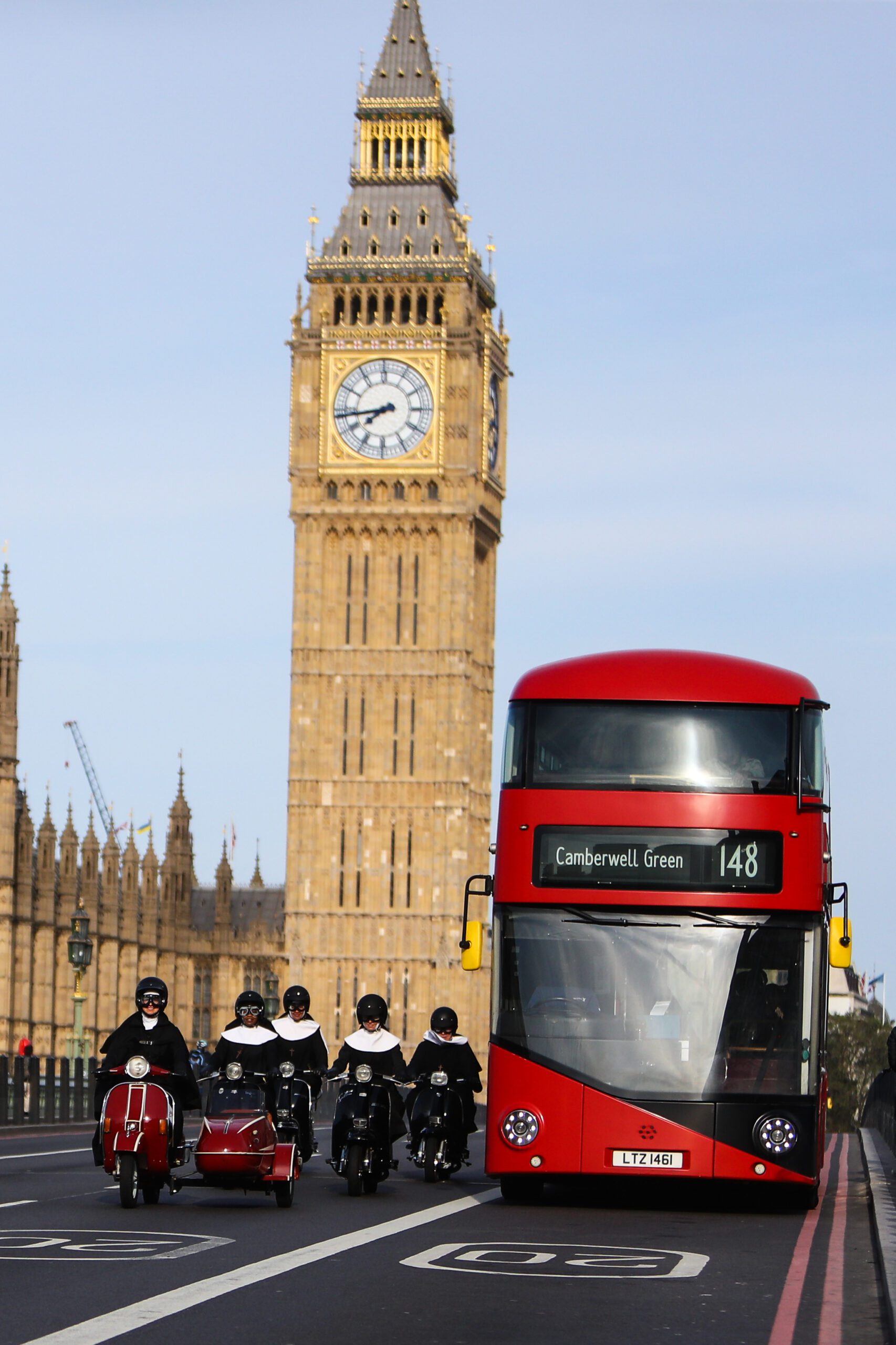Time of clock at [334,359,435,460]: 7:43
